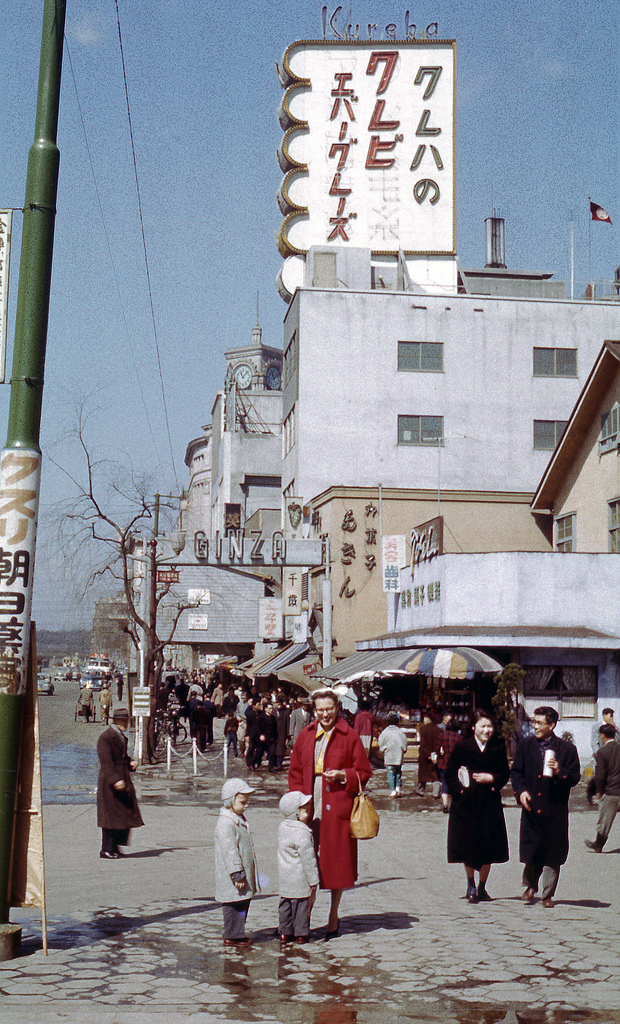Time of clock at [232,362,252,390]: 11:07
